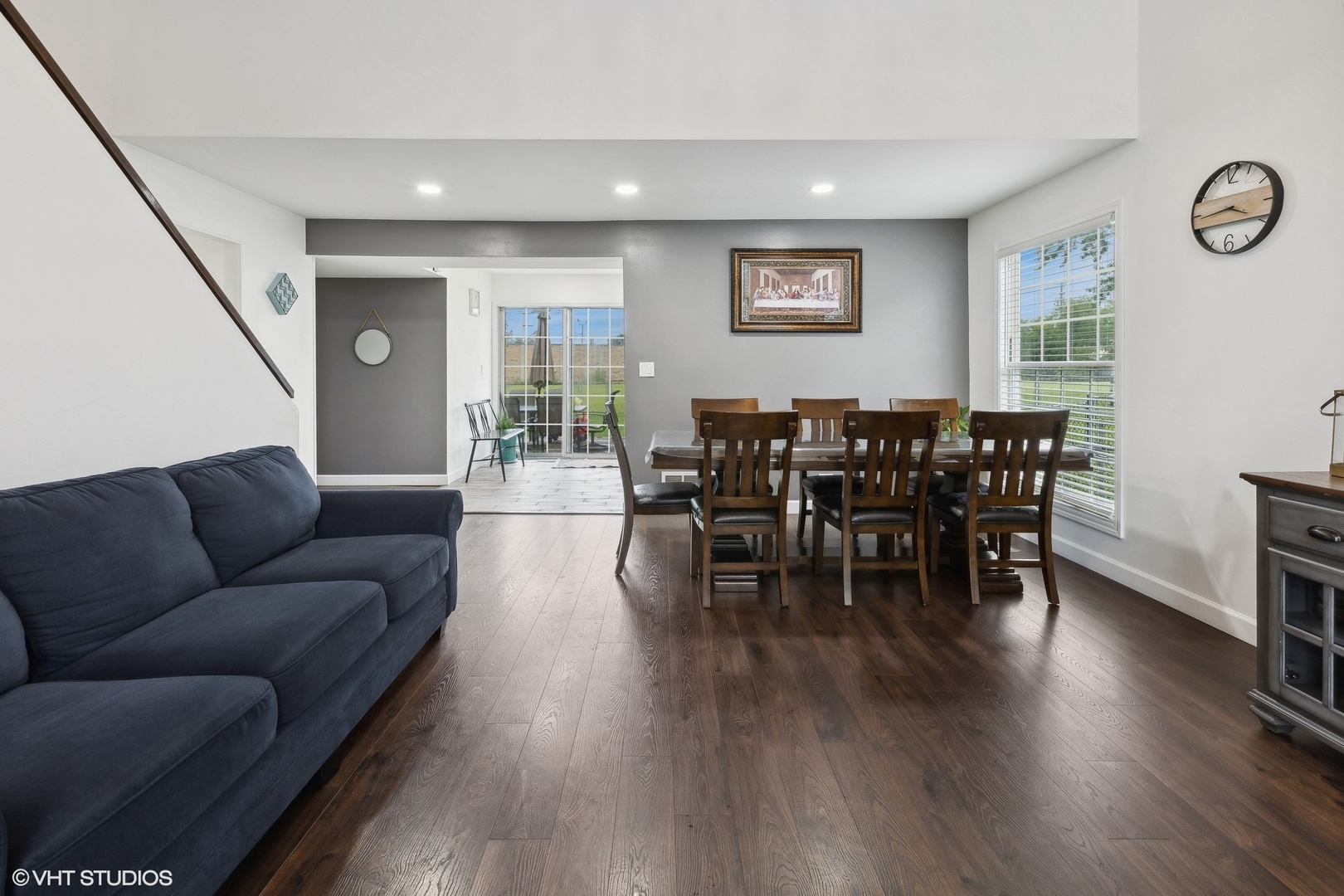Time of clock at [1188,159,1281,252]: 3:43
